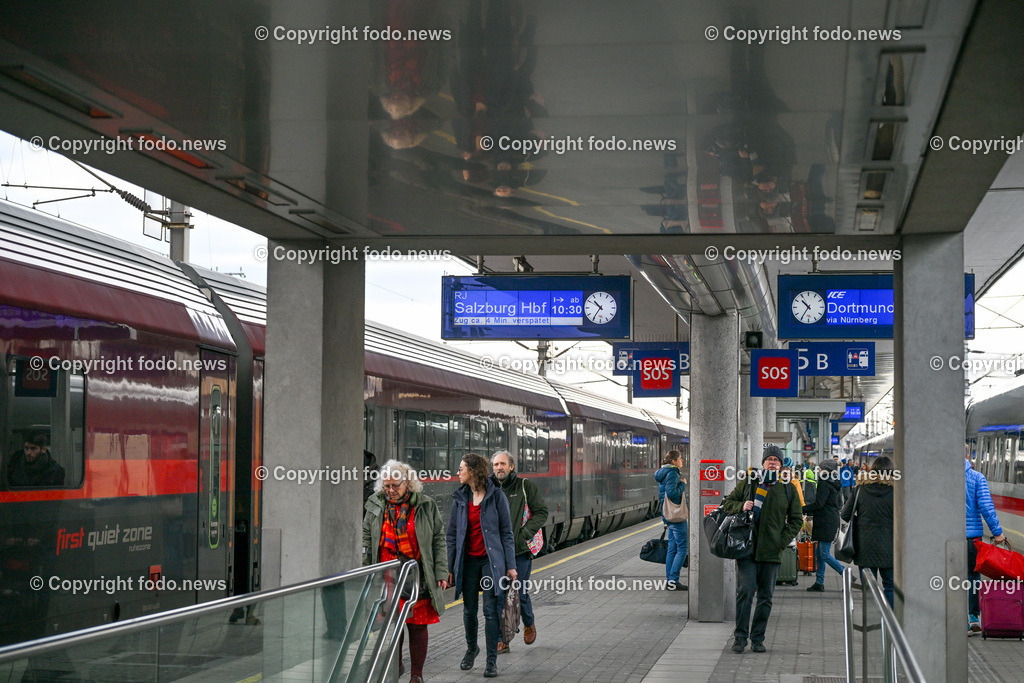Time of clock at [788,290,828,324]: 10:35
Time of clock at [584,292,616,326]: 10:35
